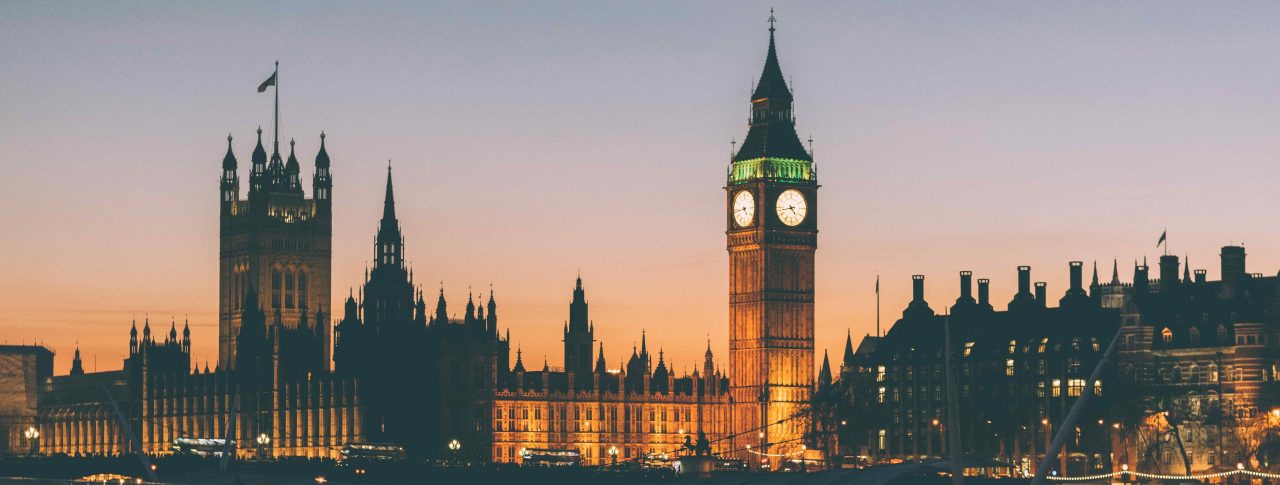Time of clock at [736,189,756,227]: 4:43
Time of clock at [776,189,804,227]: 4:42
